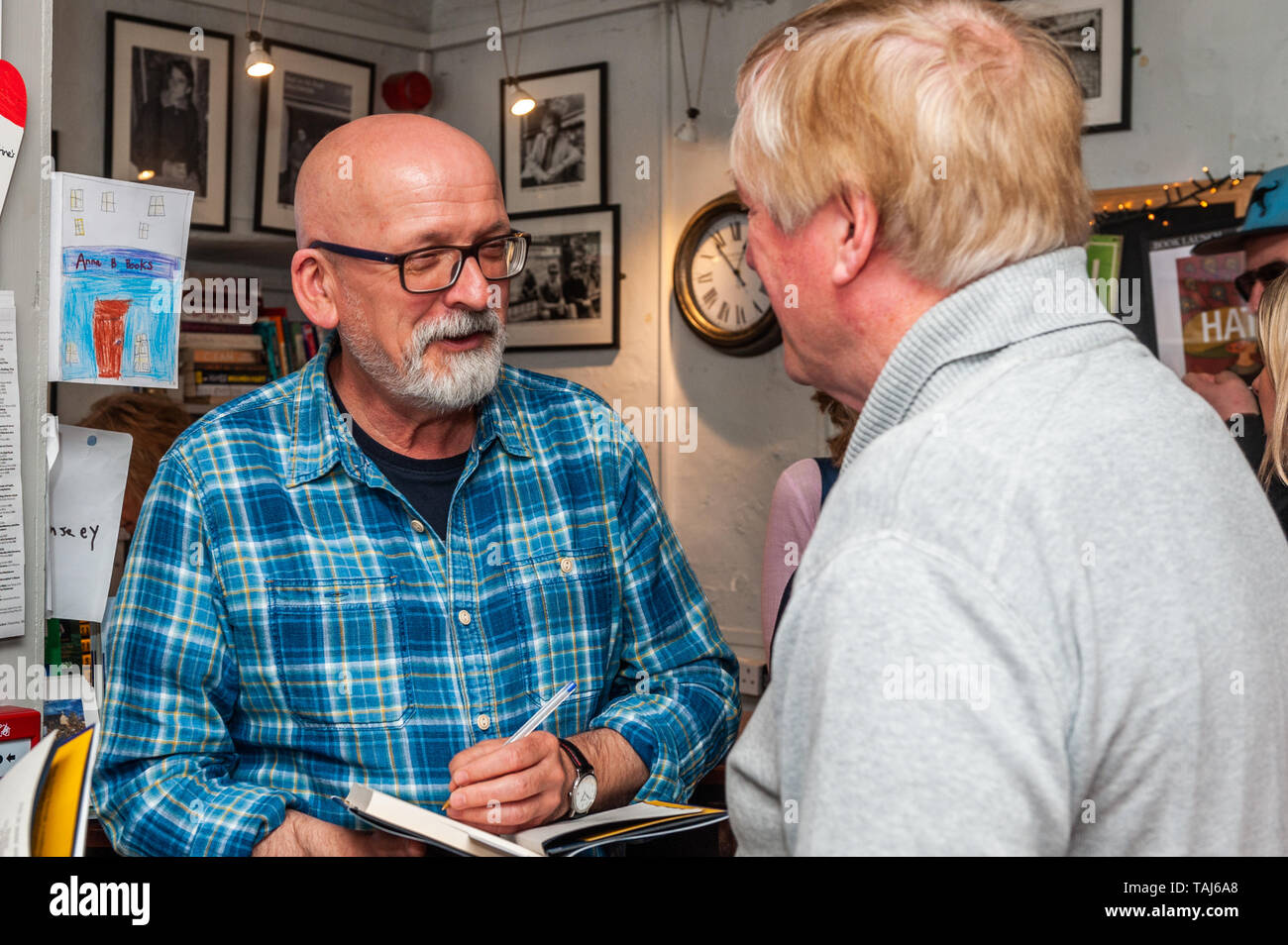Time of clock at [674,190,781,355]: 12:53
